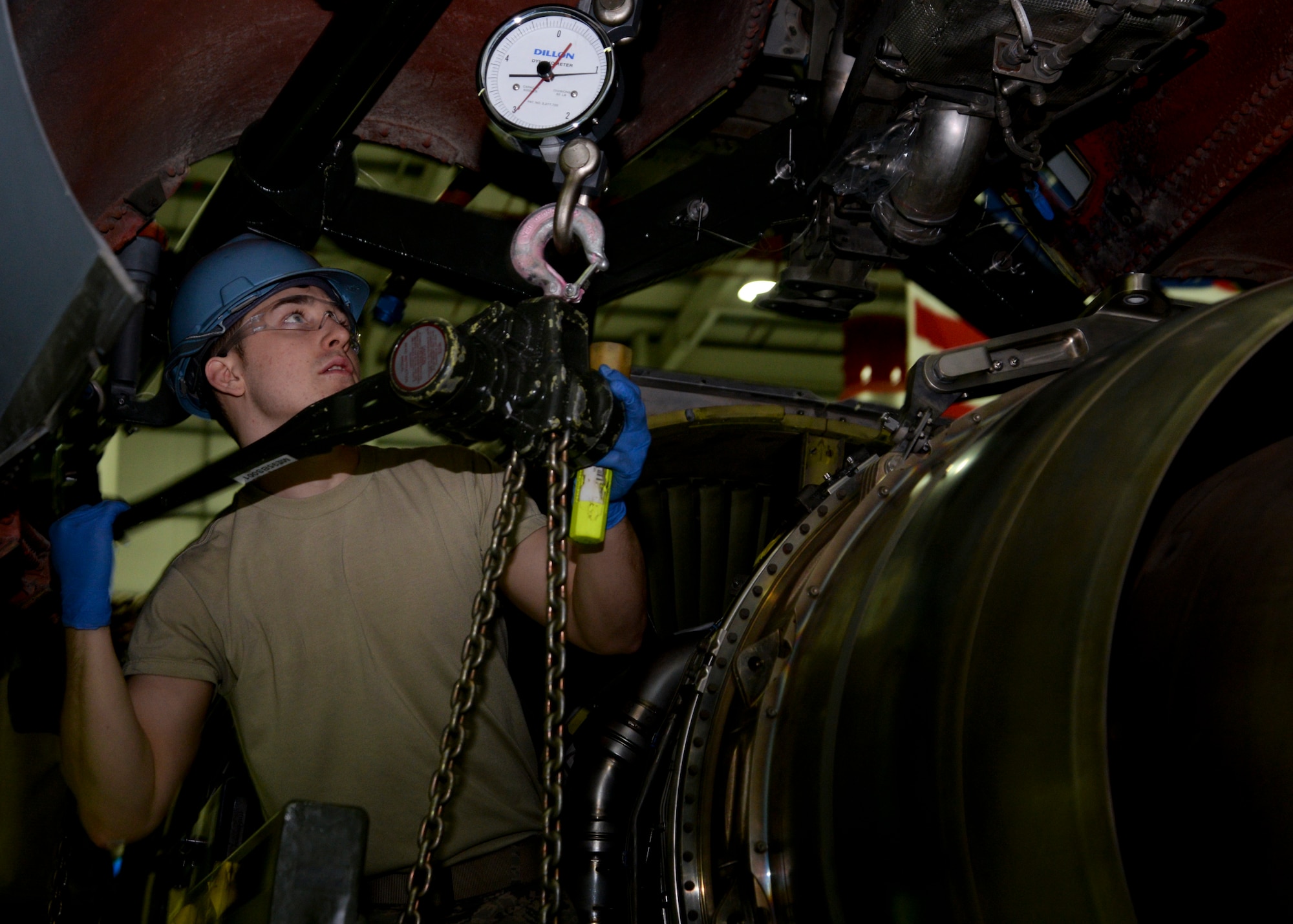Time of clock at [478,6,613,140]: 10:45
